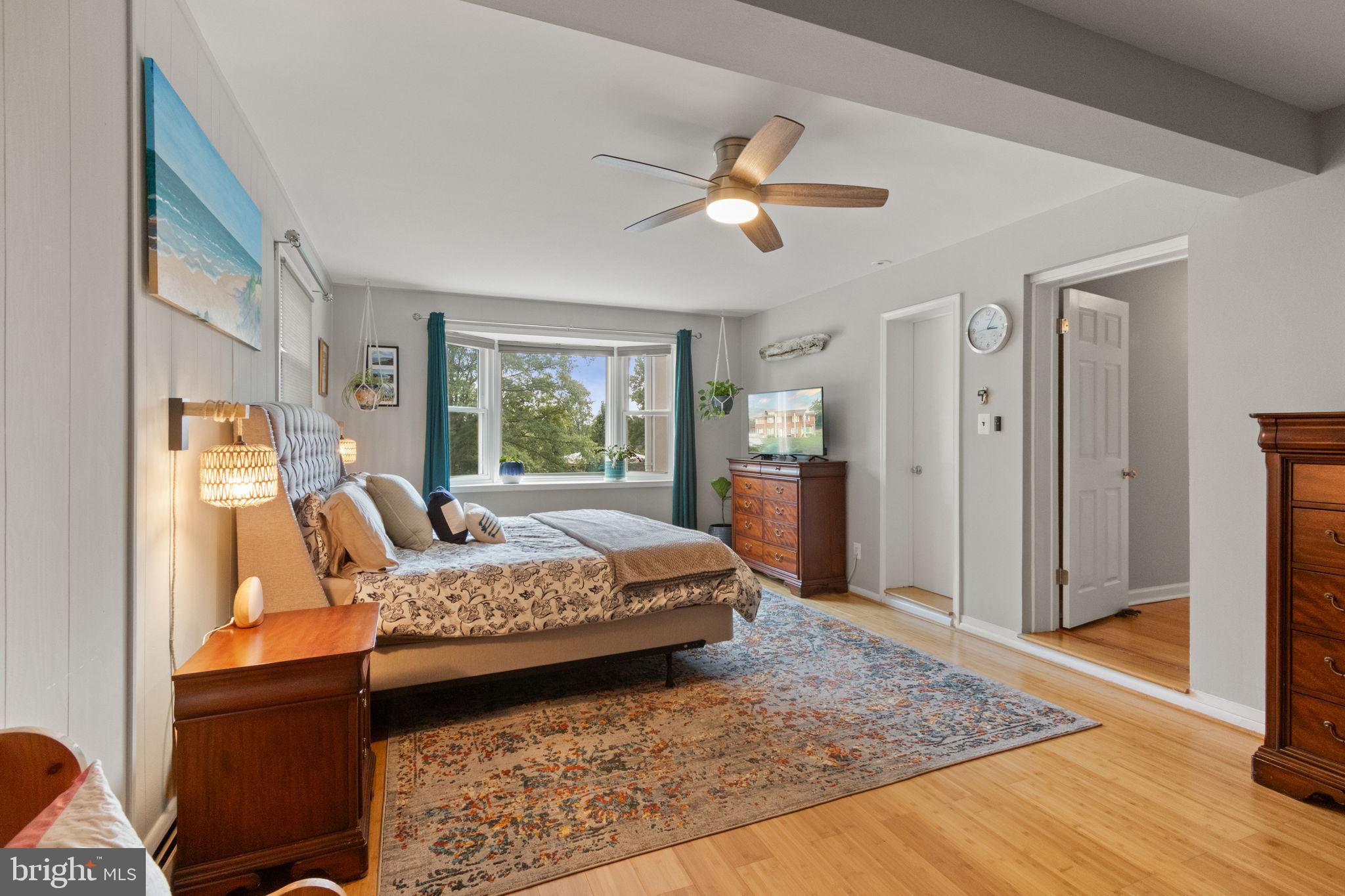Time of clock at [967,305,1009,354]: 3:04
